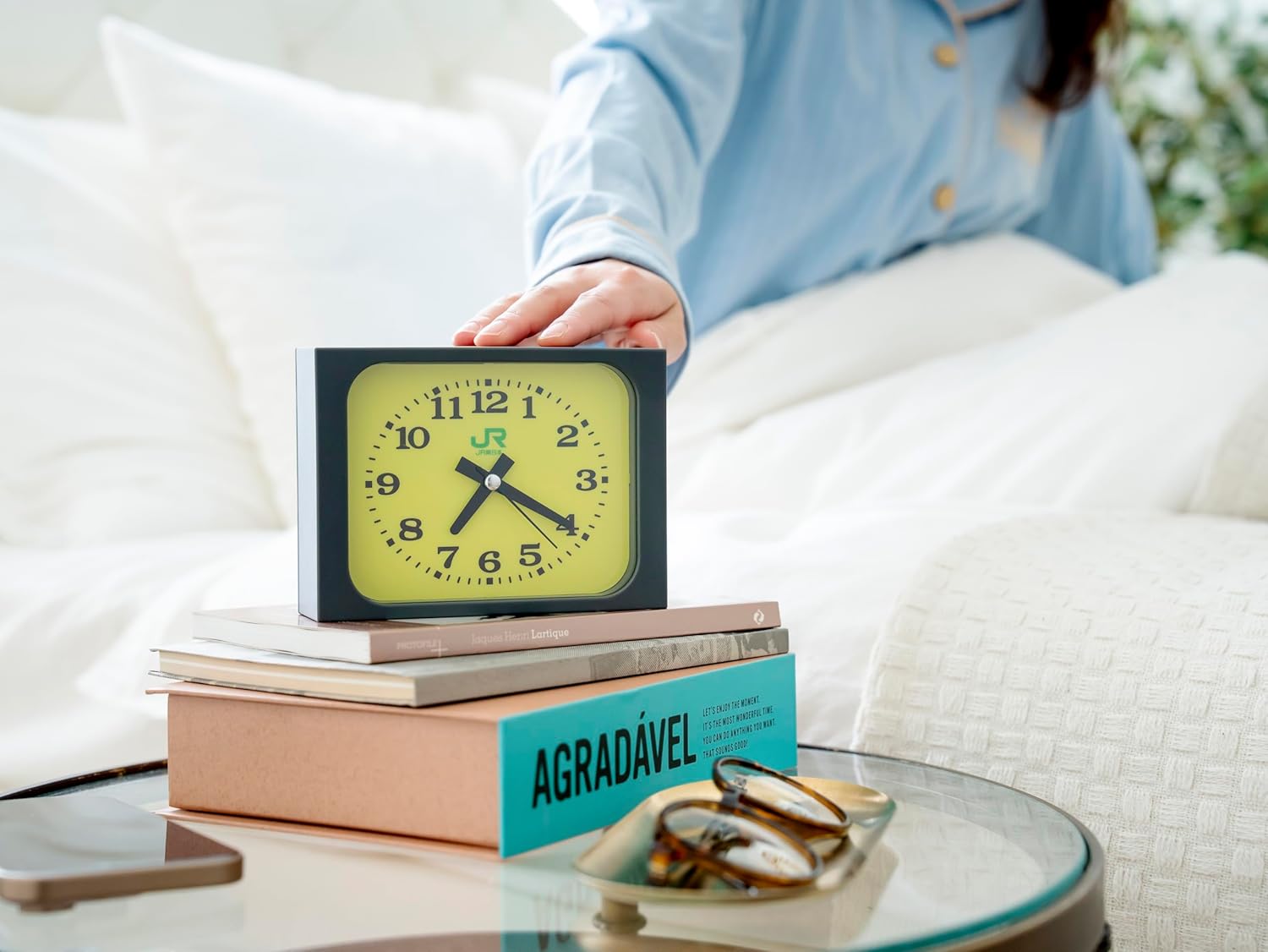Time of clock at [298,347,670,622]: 7:19
